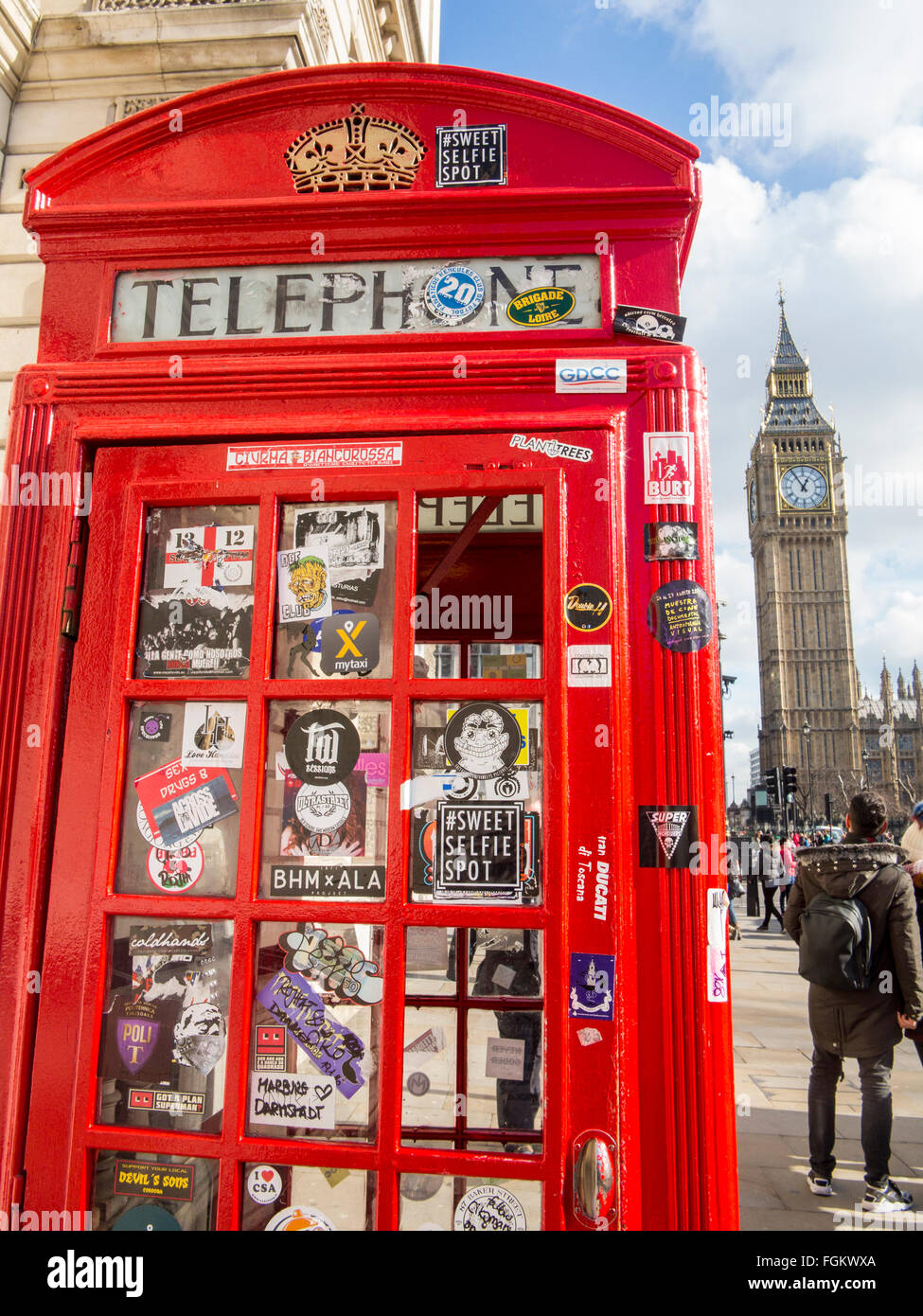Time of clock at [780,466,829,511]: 12:55
